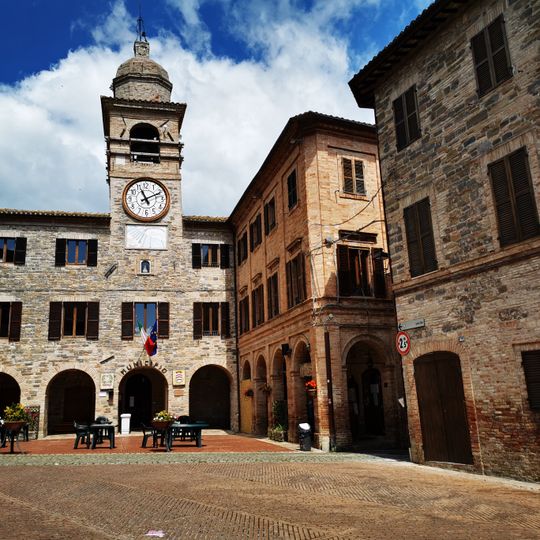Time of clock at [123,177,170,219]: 11:10
